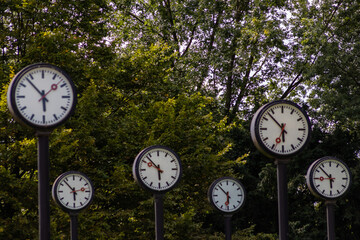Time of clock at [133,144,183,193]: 5:52
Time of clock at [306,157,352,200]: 5:52
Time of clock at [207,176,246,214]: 5:52
